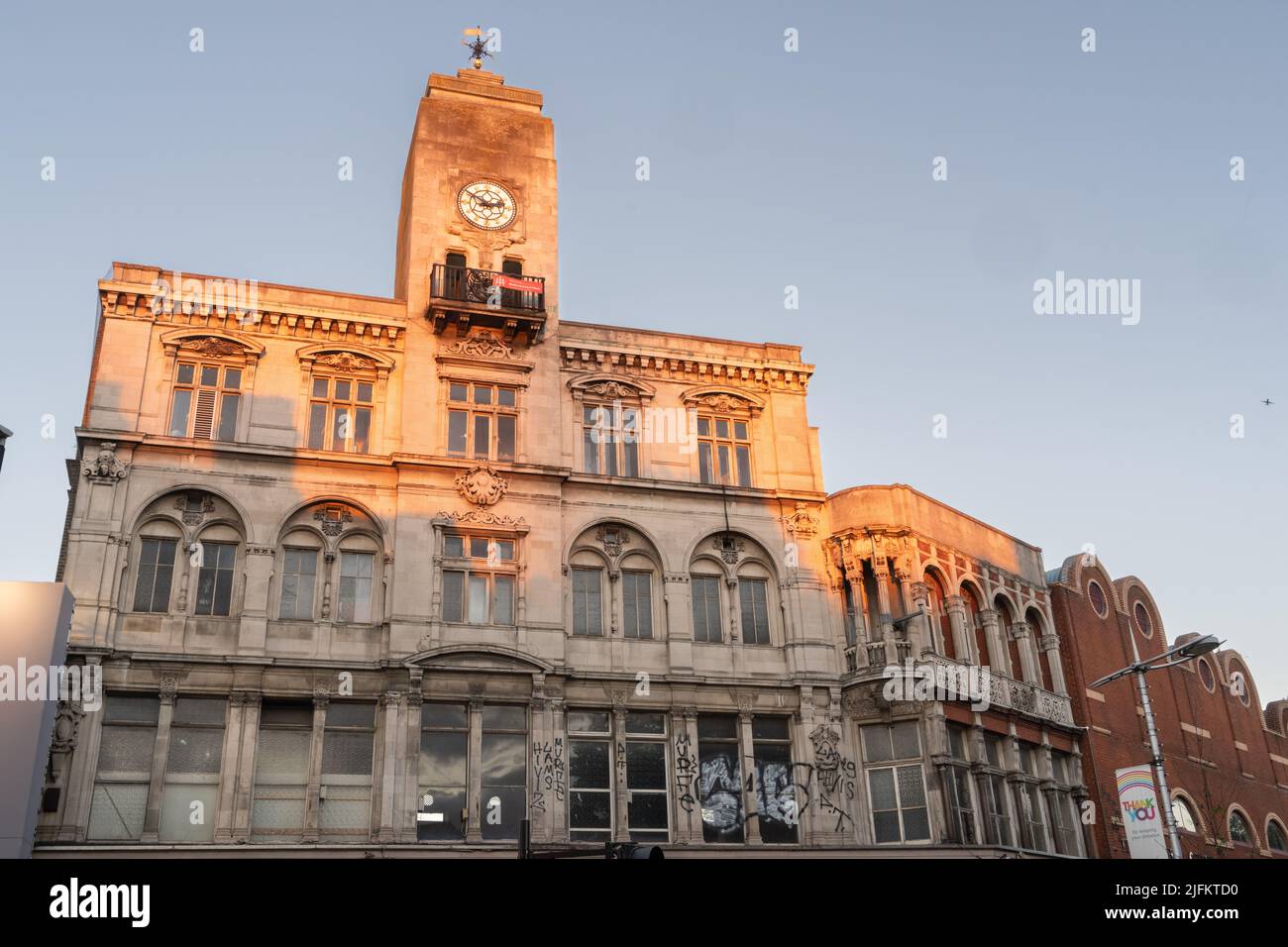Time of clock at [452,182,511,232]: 2:50
